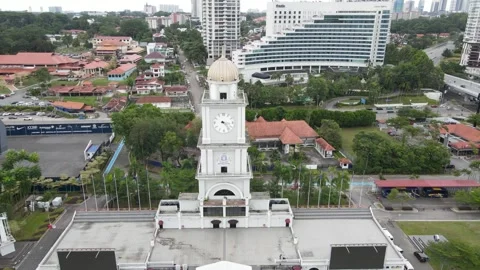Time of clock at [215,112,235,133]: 3:23
